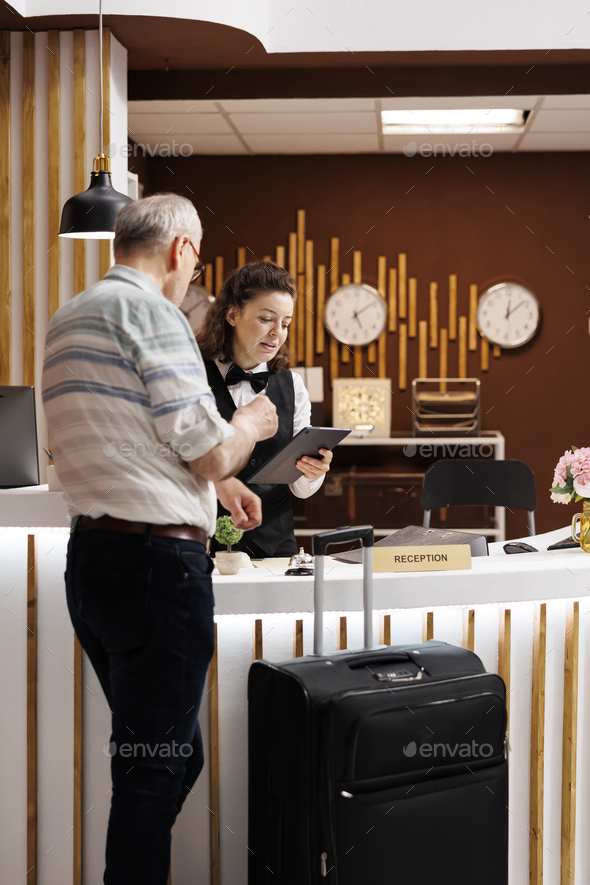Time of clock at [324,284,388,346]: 5:08
